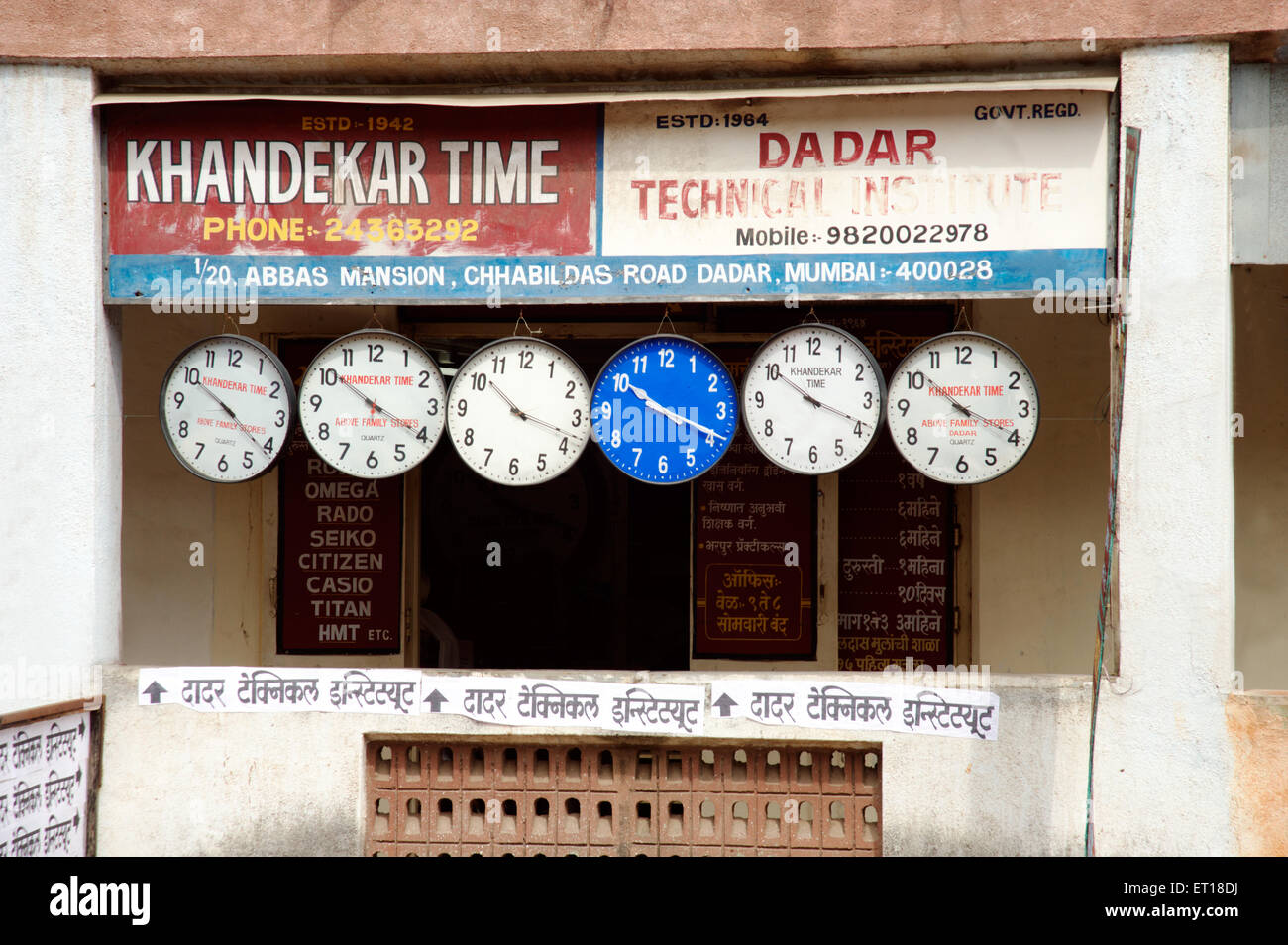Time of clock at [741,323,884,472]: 3:50
